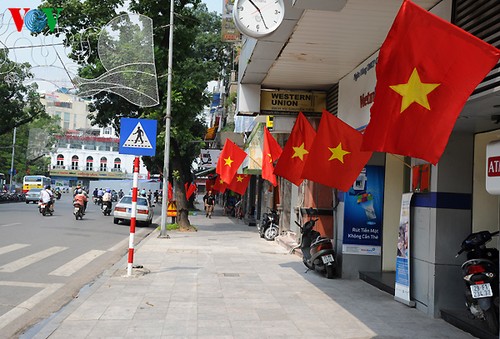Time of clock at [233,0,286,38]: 10:25
